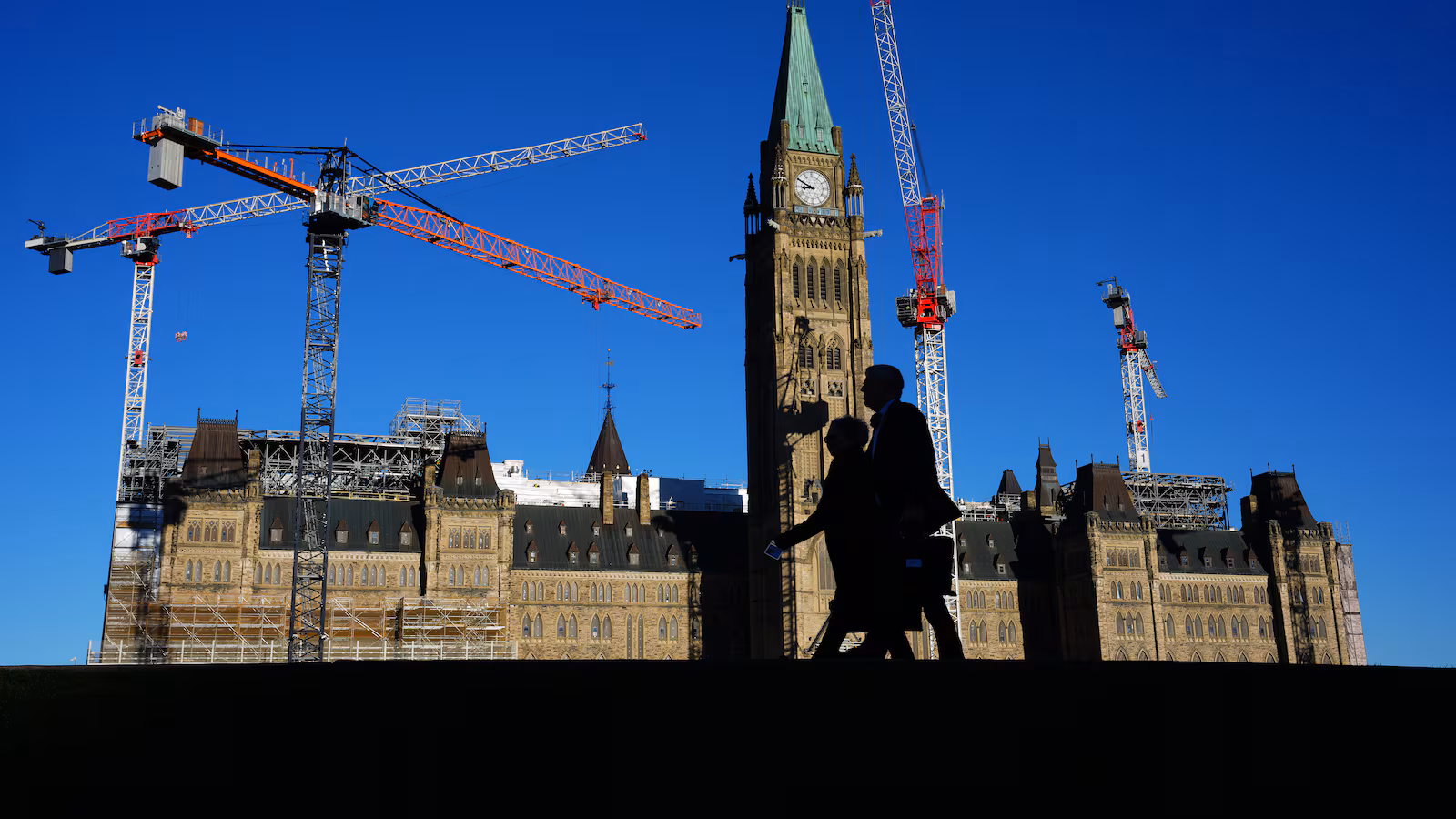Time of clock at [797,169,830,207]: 8:49
